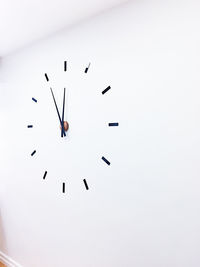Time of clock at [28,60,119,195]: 11:55
